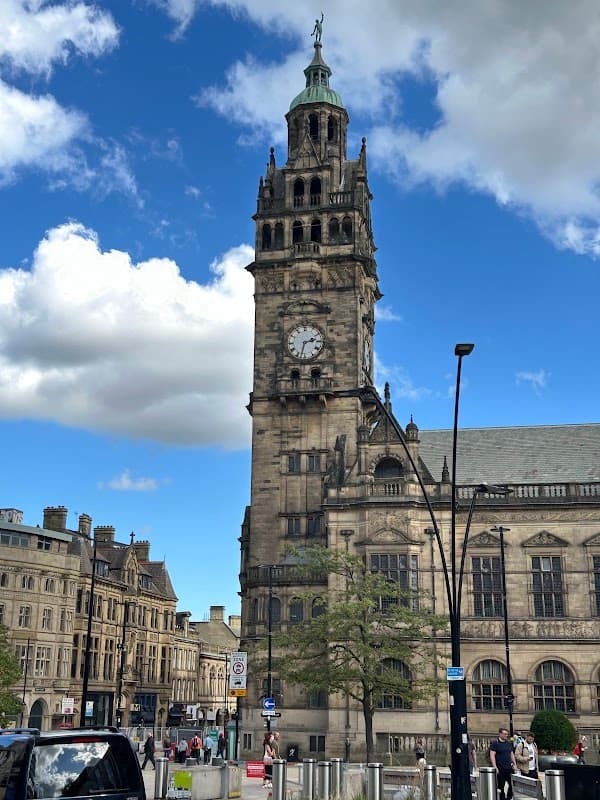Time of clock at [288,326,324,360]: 2:32
